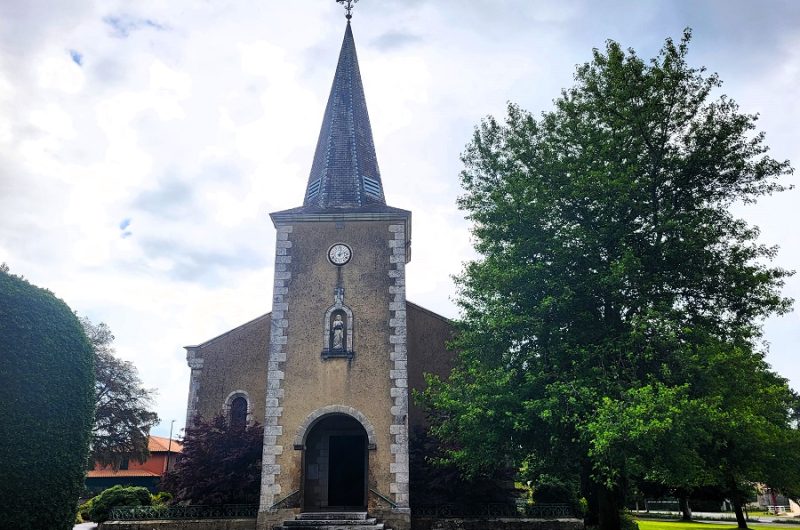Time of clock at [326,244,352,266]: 12:12
